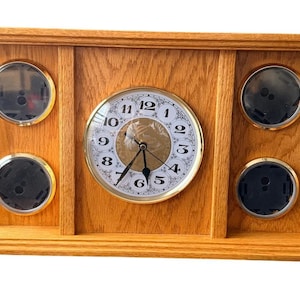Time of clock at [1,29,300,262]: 5:35
